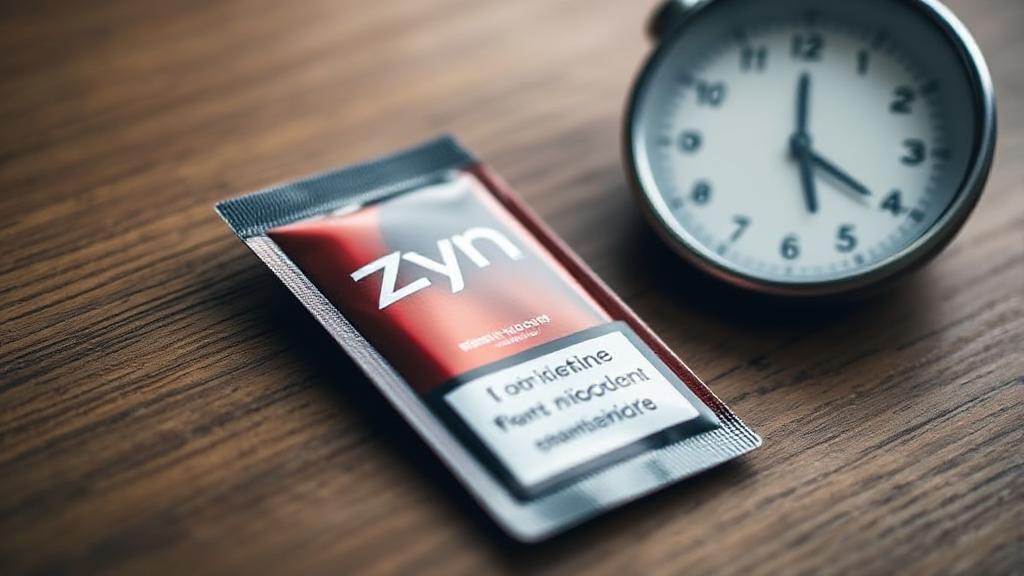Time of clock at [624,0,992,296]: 5:20
